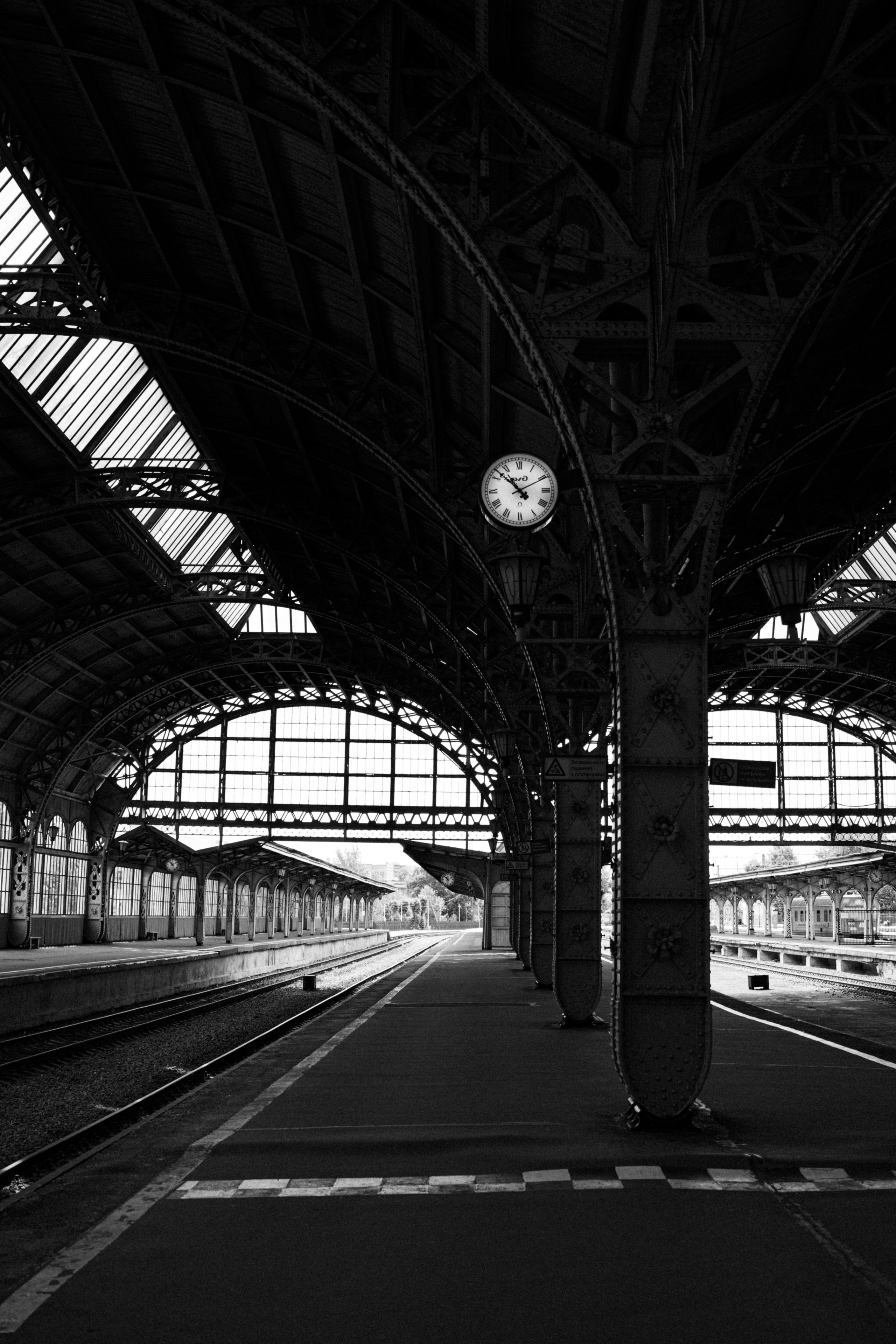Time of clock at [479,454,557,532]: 10:52
